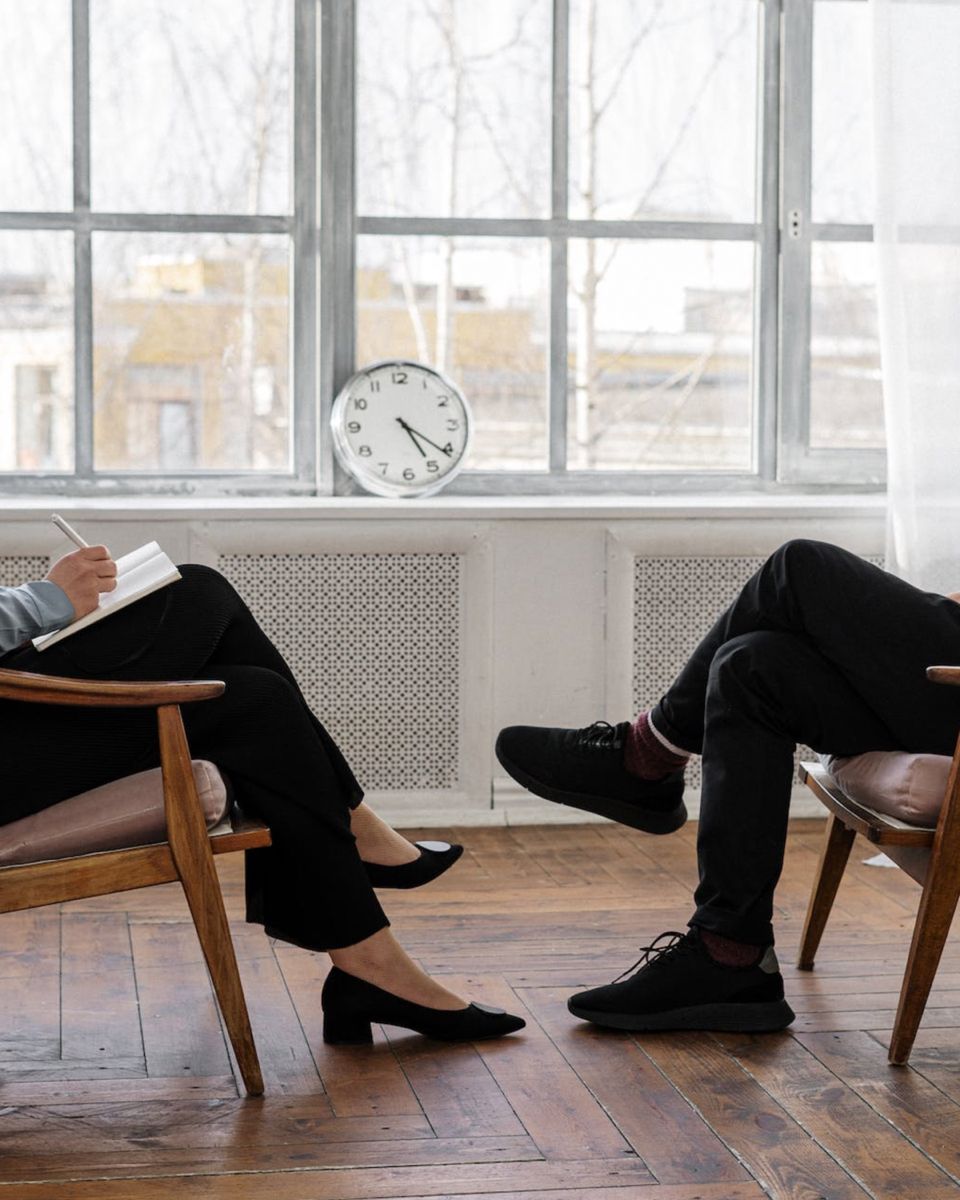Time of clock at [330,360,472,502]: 5:21
